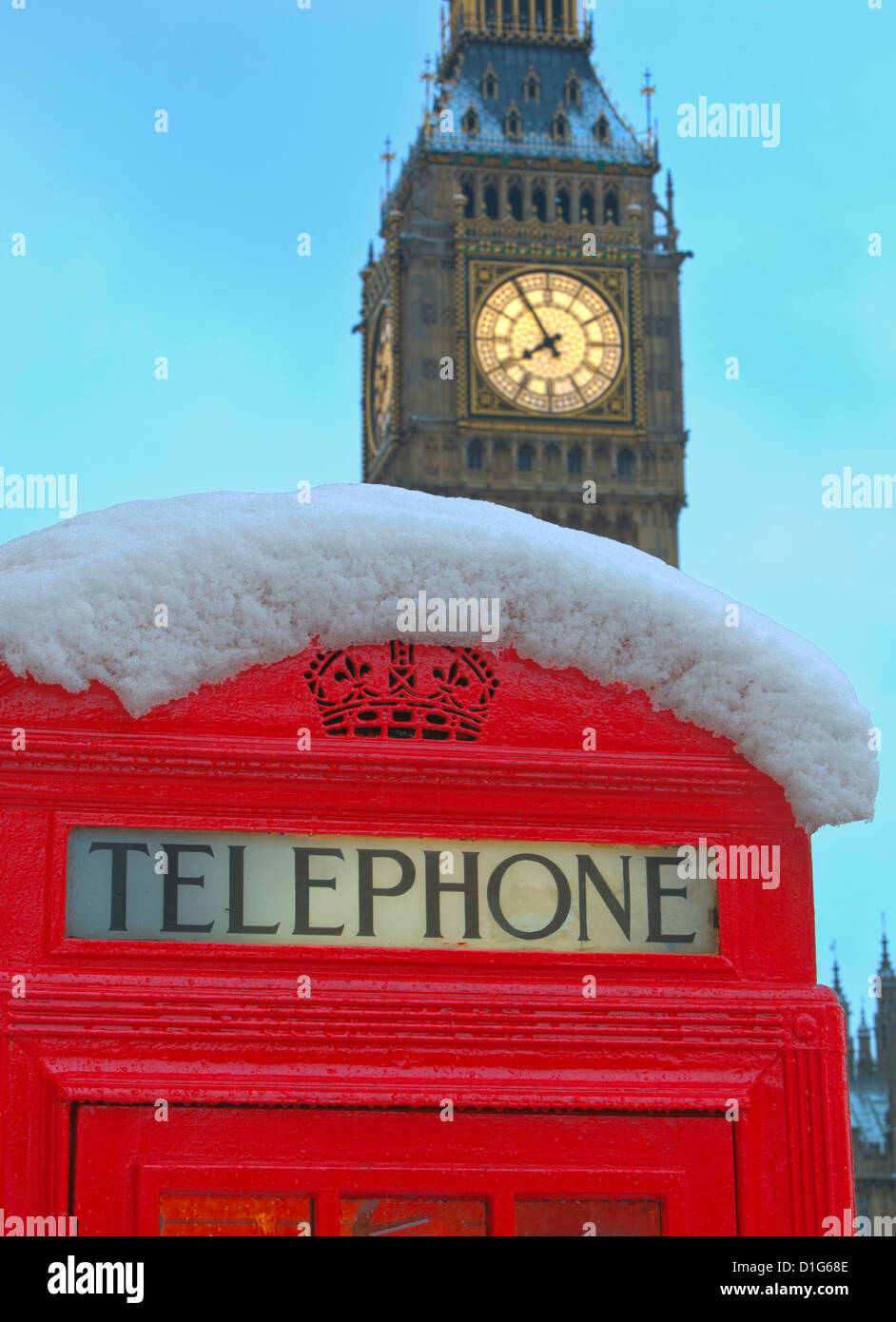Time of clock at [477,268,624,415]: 7:54
